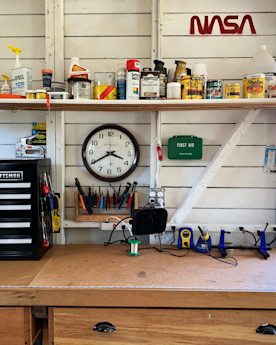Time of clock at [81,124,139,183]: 3:39
